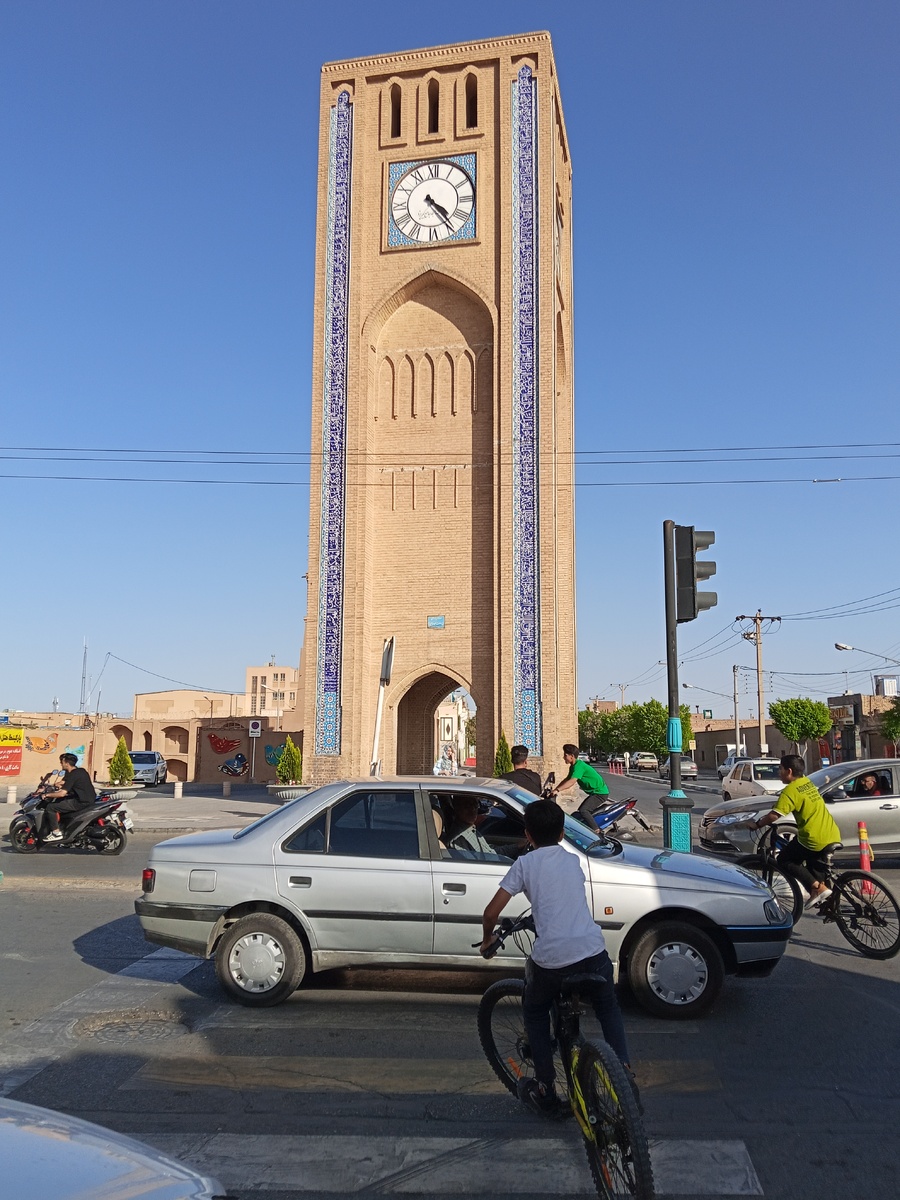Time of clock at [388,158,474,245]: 4:23
